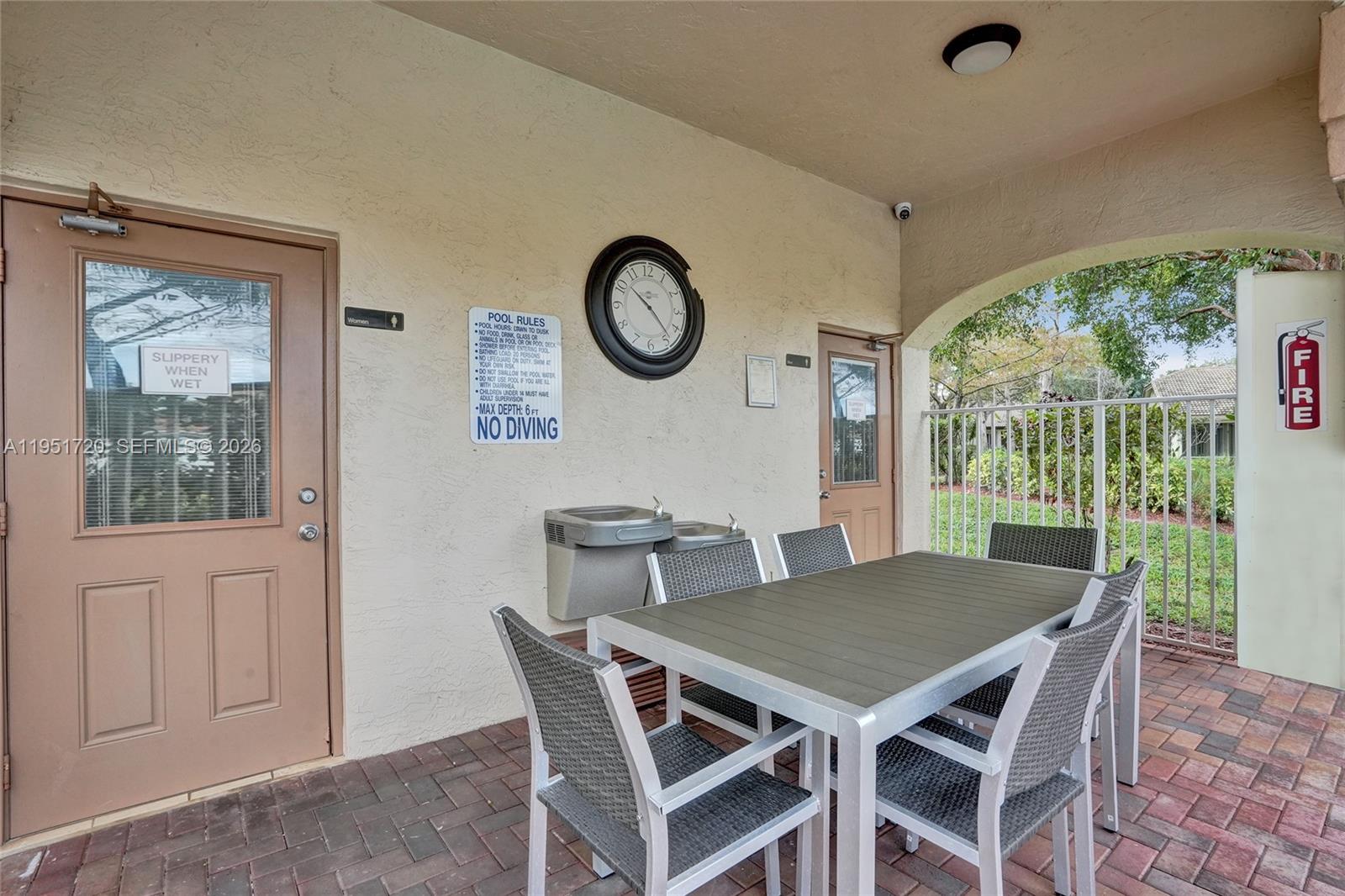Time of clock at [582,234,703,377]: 10:23
